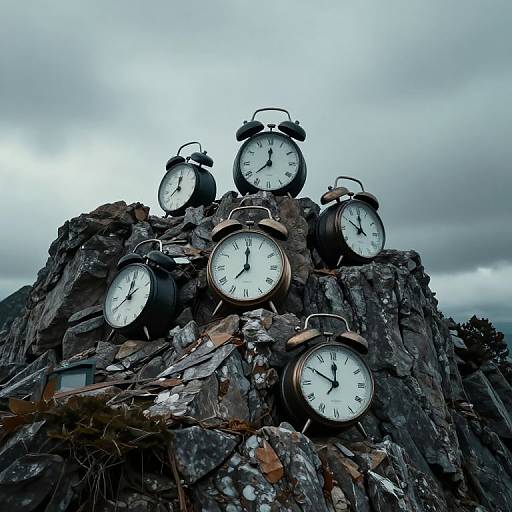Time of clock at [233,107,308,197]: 12:00
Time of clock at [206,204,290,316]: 12:00
